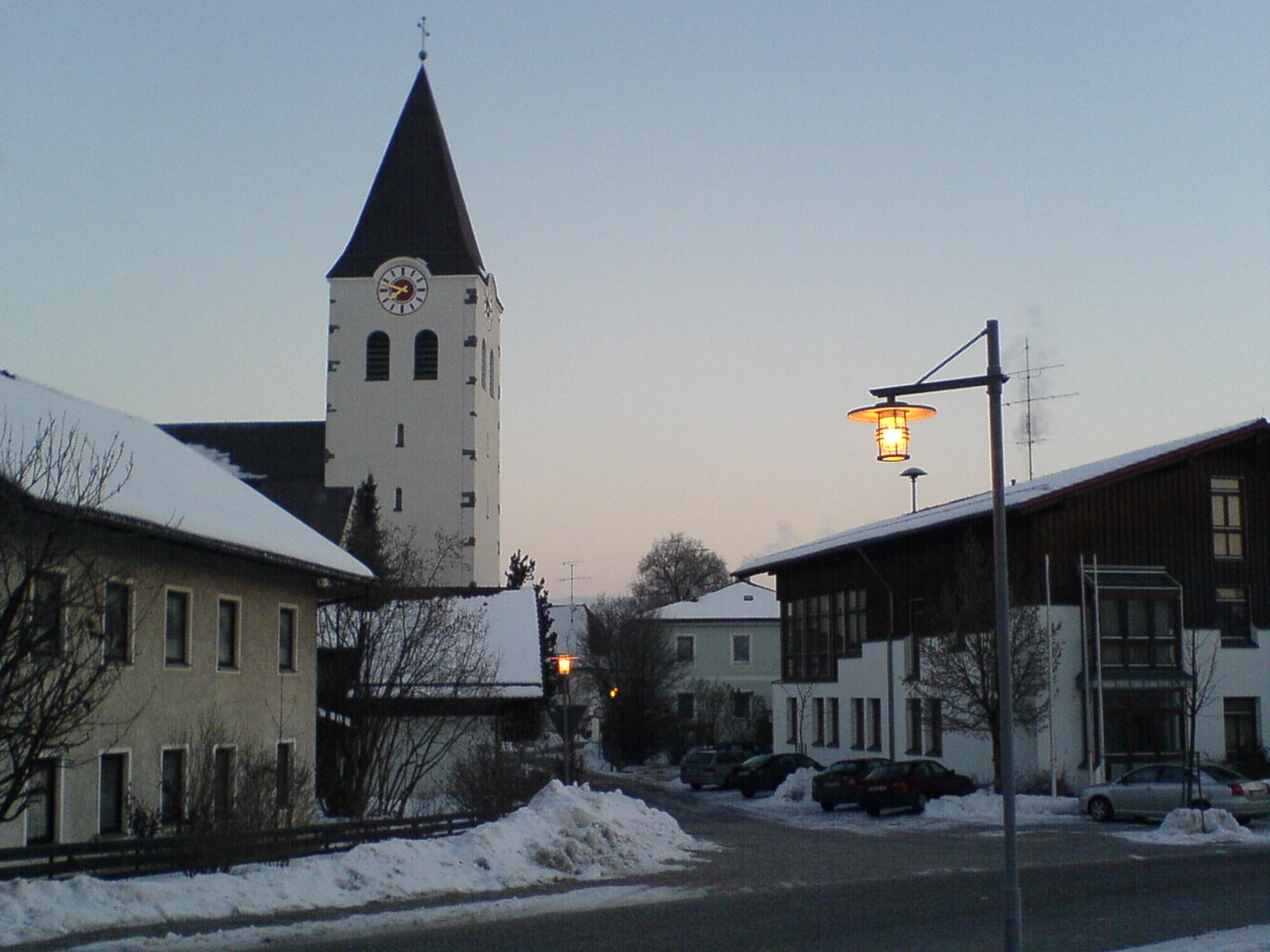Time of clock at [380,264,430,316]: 7:48
